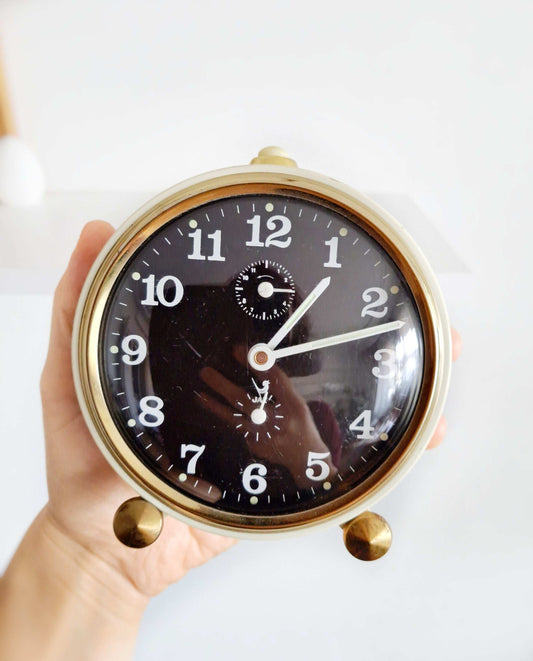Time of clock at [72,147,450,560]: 1:12
